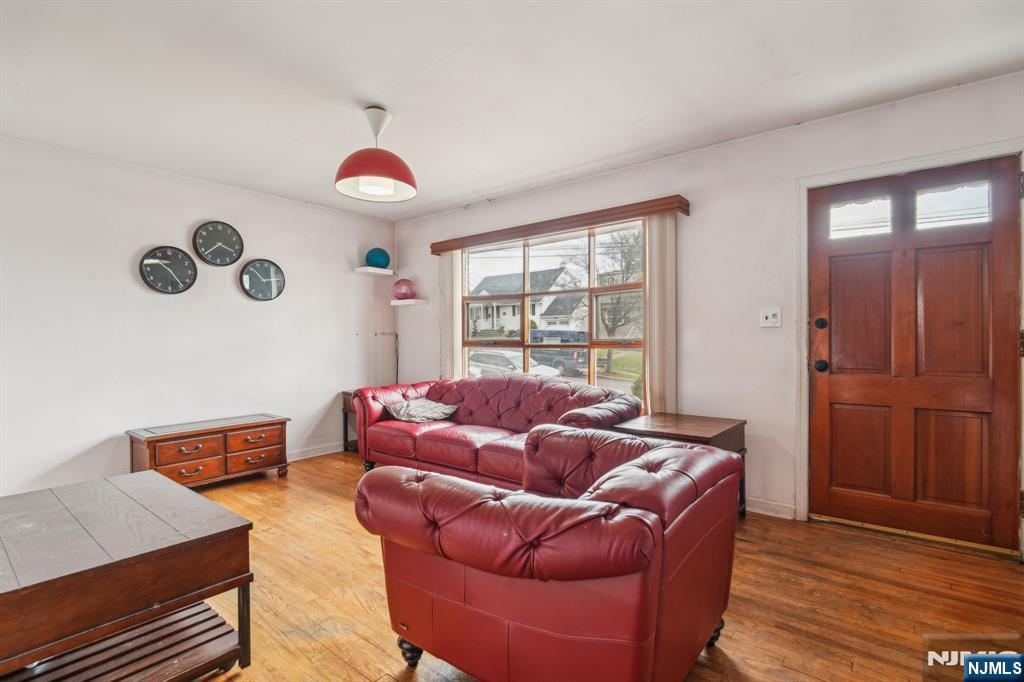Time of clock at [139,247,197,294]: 10:24
